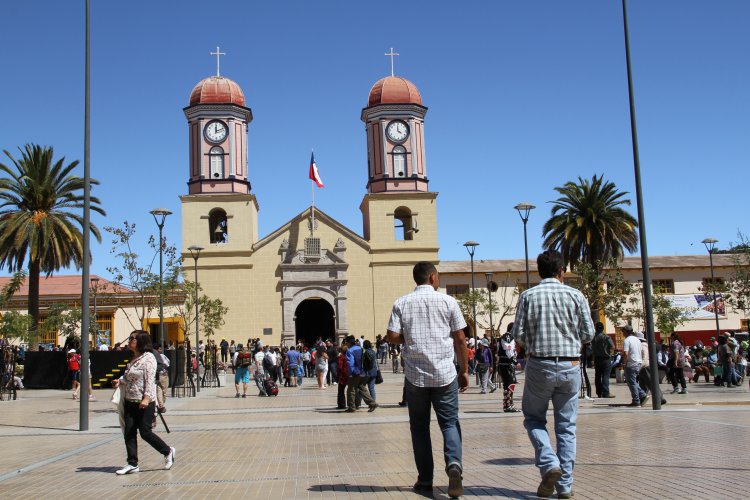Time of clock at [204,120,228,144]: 12:12
